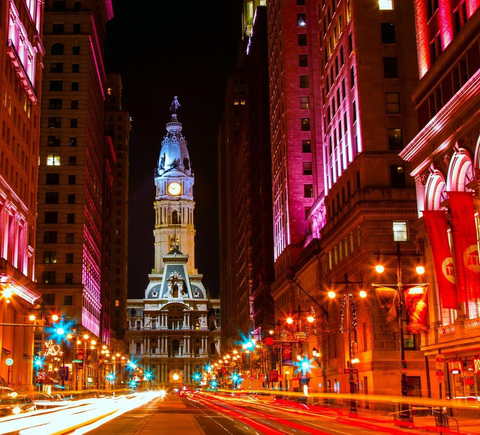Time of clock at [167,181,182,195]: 7:46
